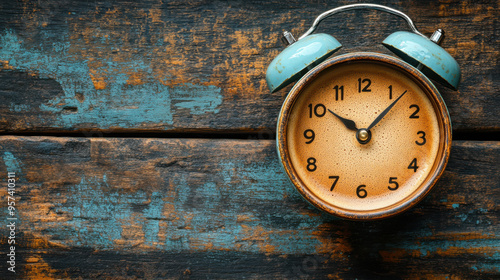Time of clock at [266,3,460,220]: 10:07
